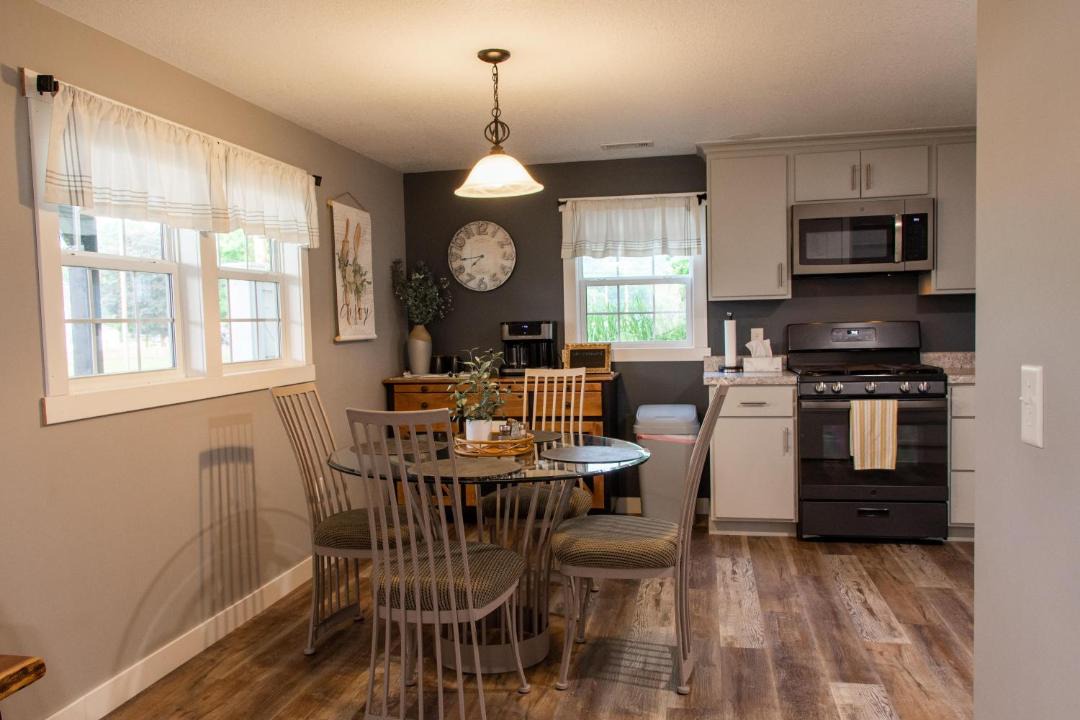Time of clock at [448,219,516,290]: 7:43
